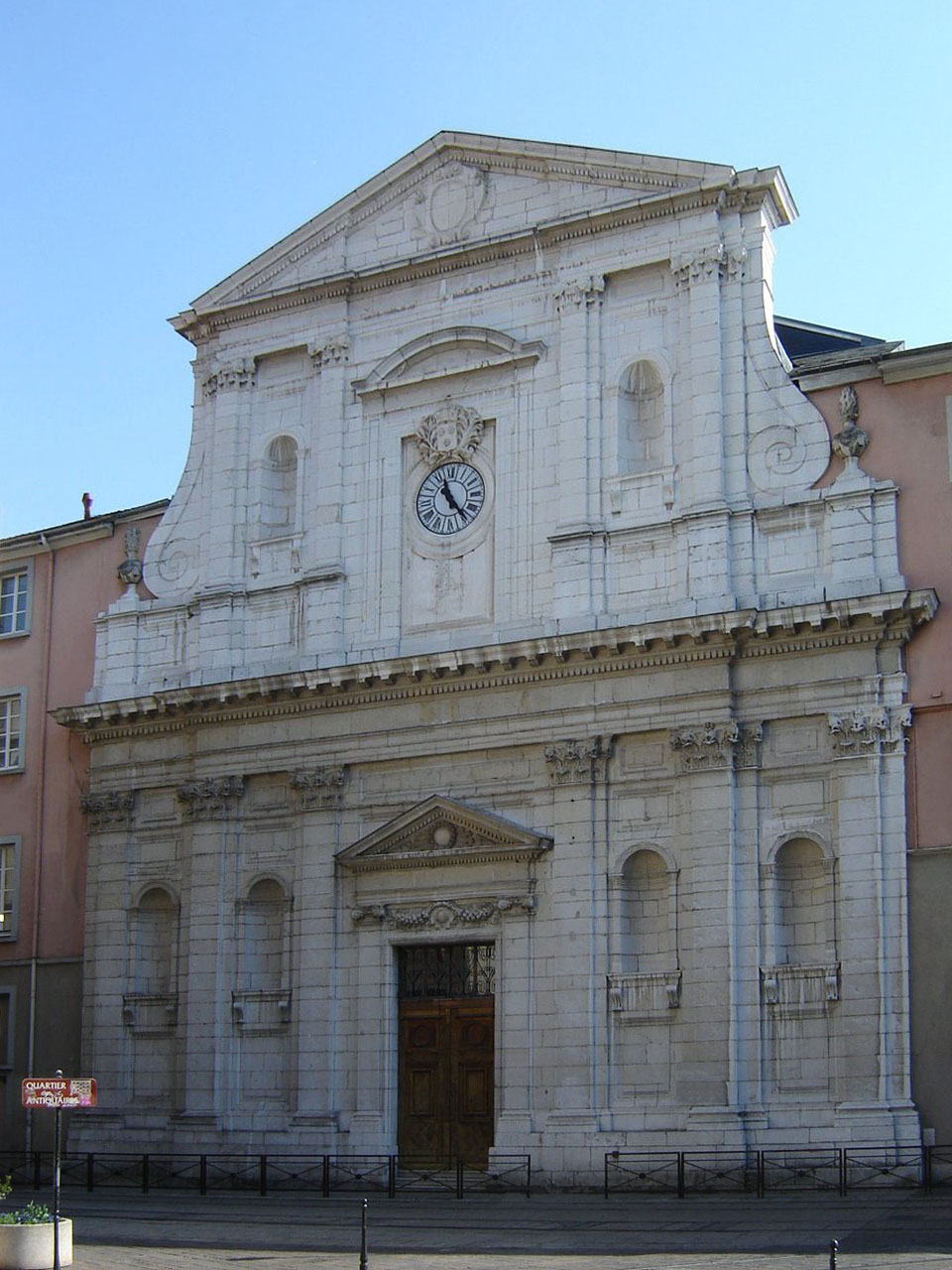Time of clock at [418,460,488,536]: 11:24
